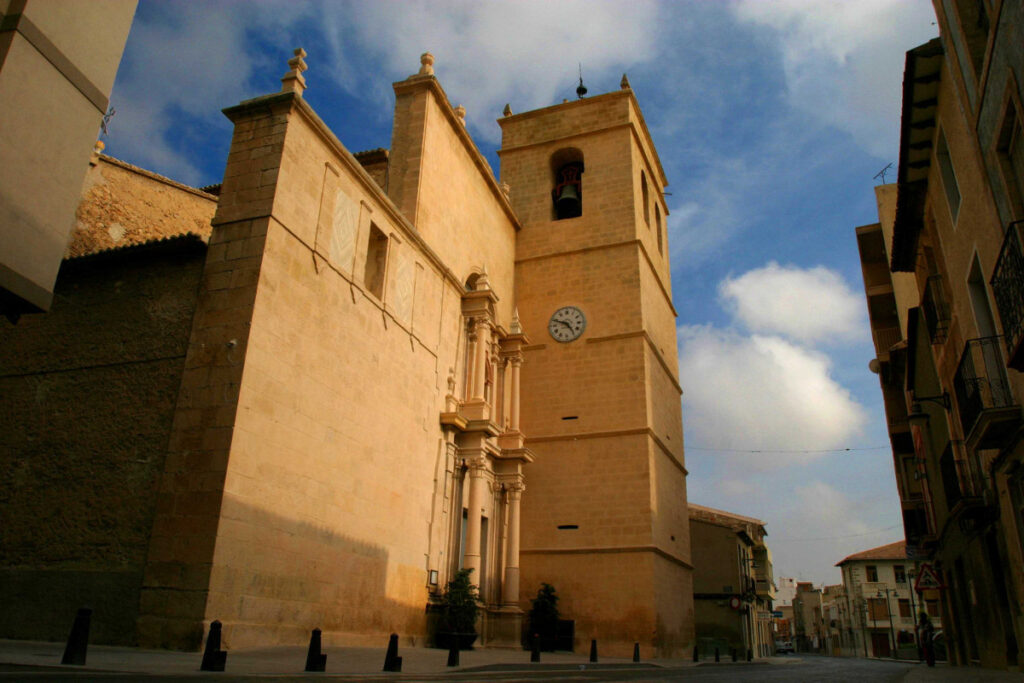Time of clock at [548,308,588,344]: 4:48
